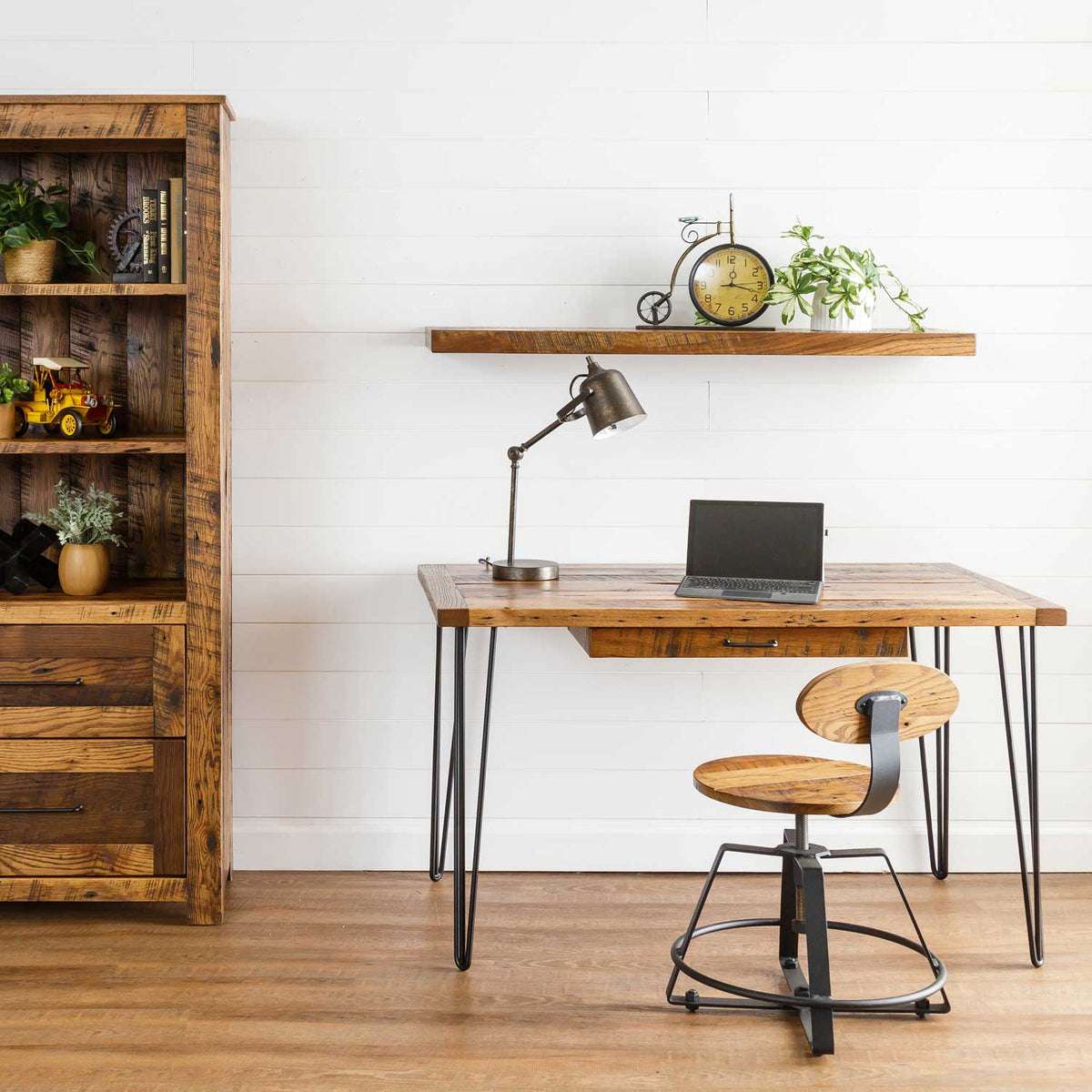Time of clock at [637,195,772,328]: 12:18
